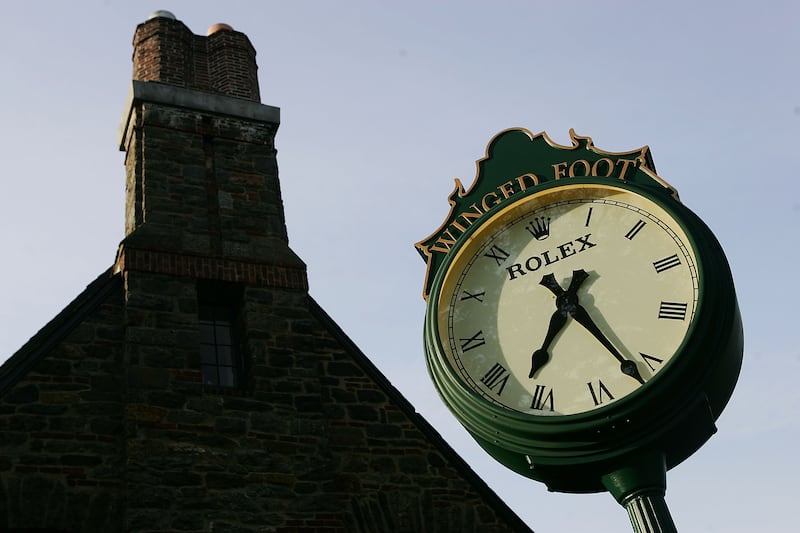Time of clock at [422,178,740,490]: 6:21
